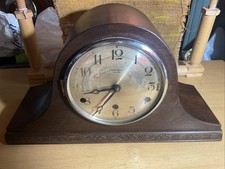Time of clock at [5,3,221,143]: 8:35
